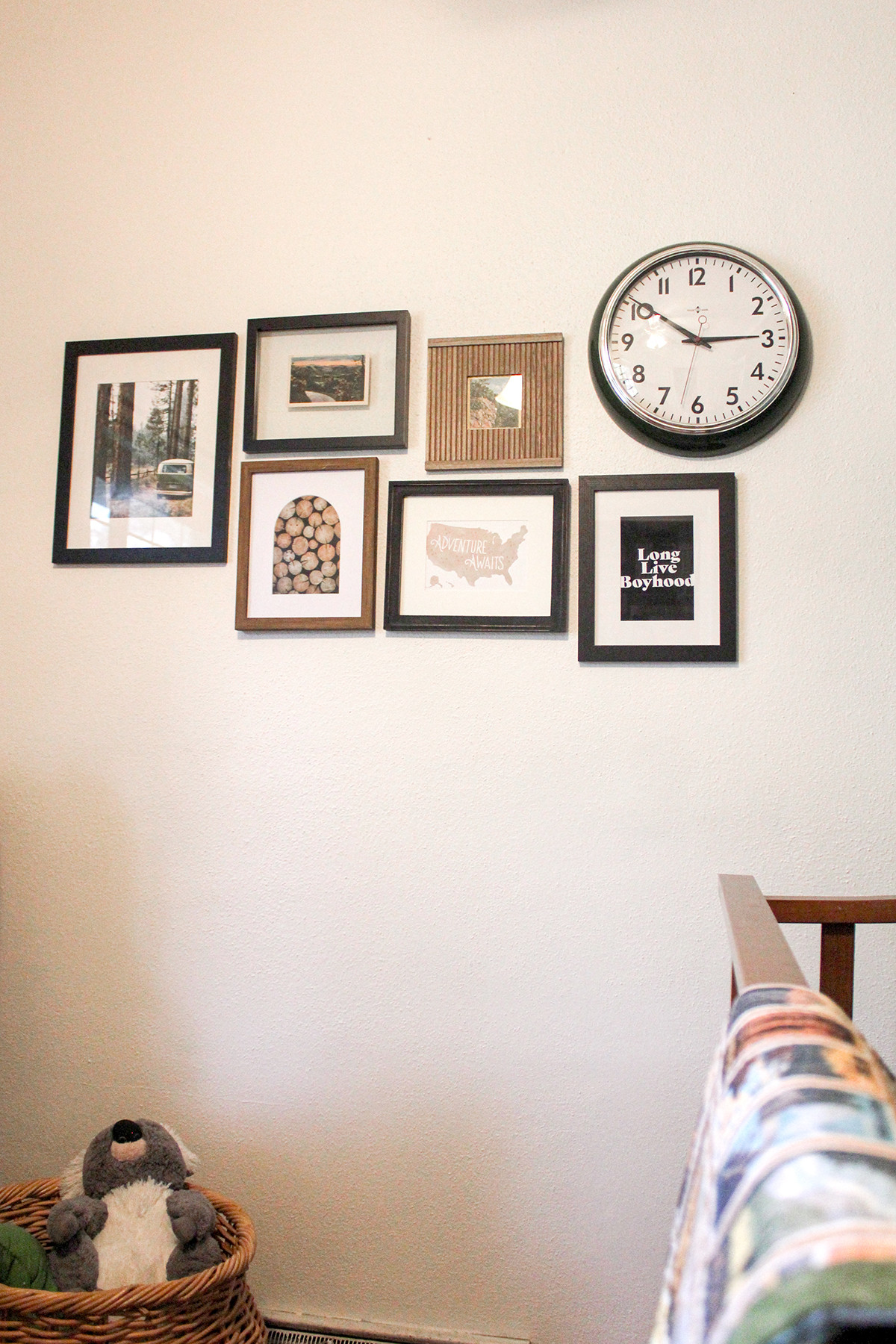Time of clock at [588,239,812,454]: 10:14
